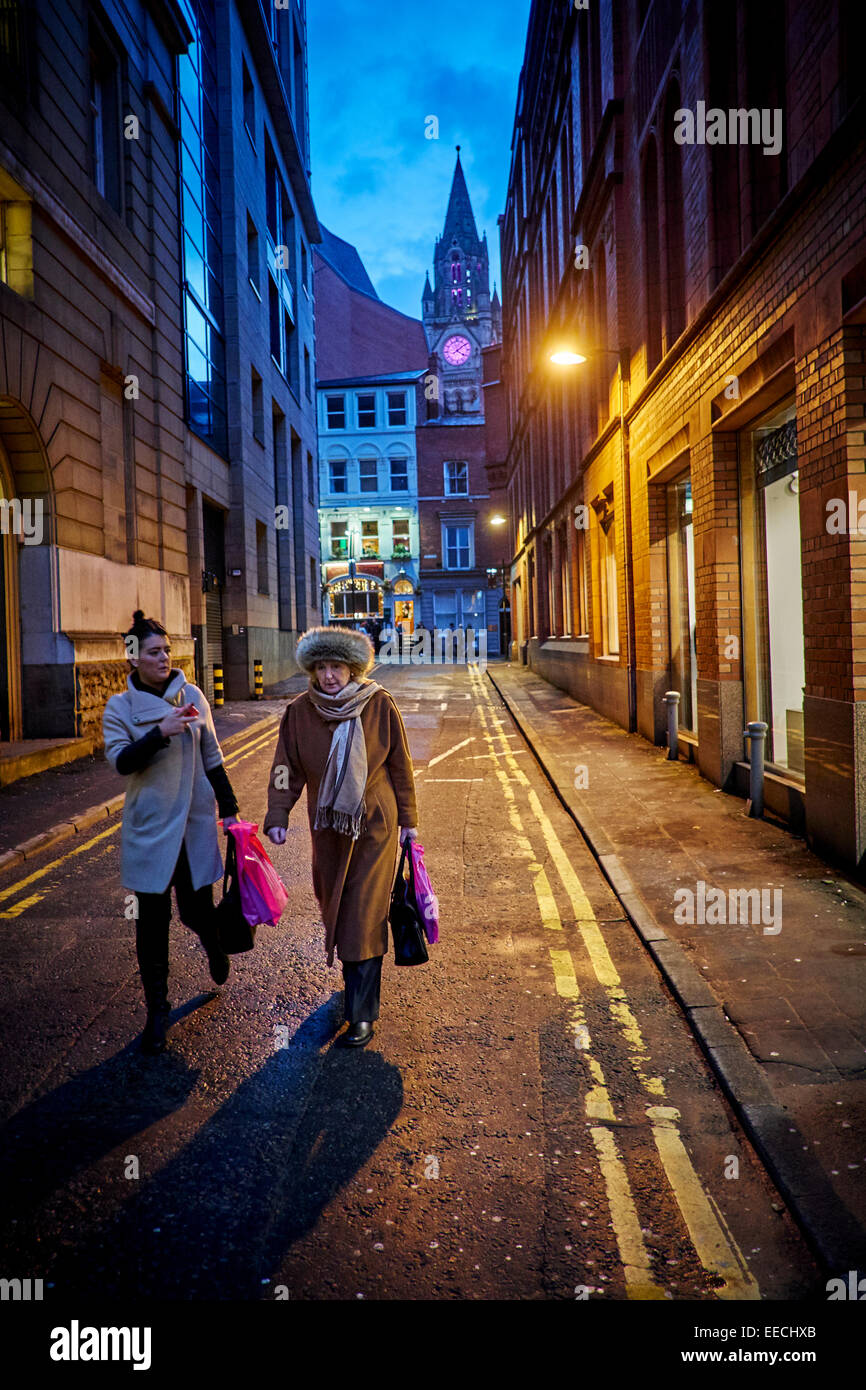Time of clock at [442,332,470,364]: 4:09
